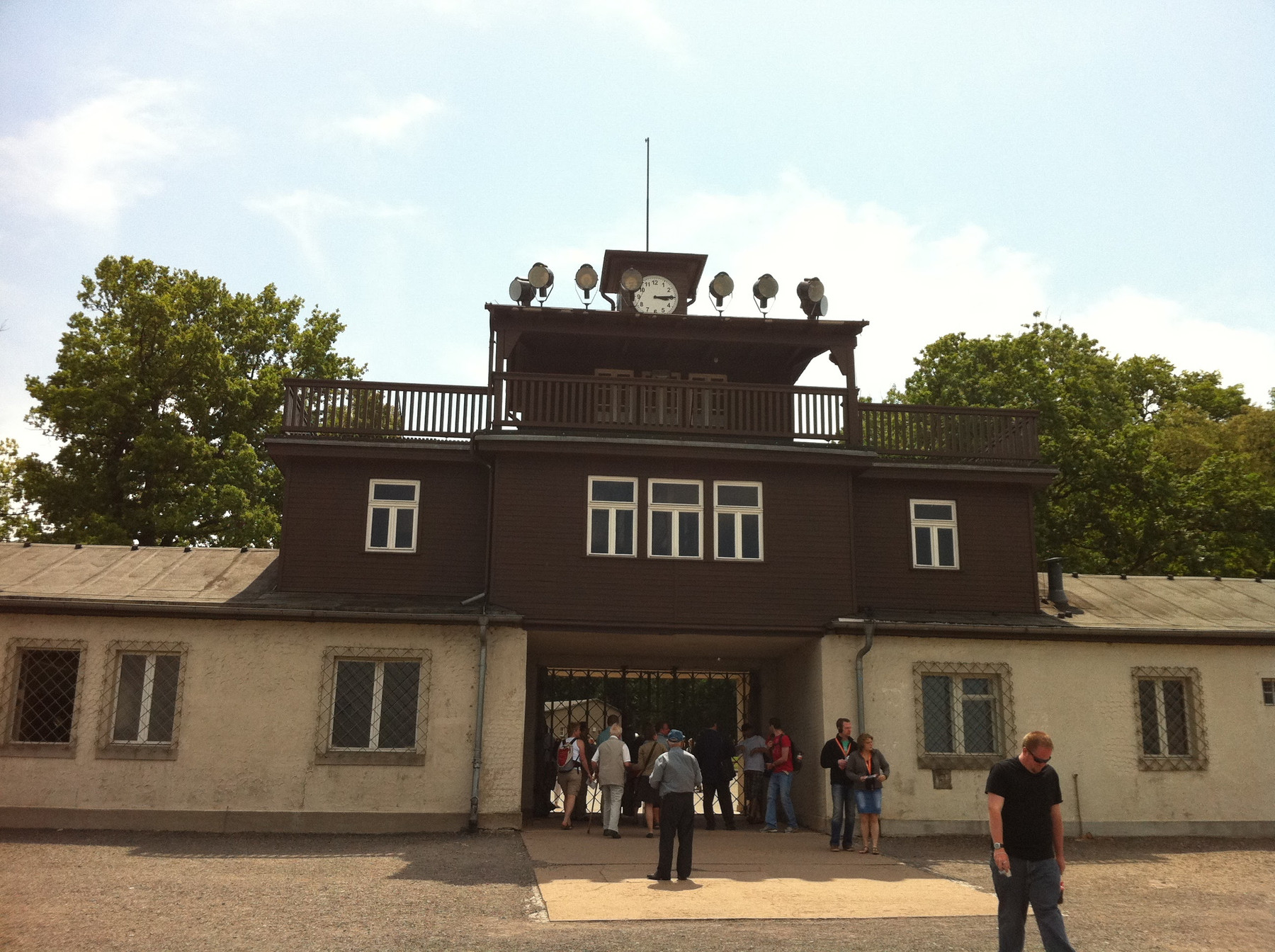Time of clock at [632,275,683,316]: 3:14
